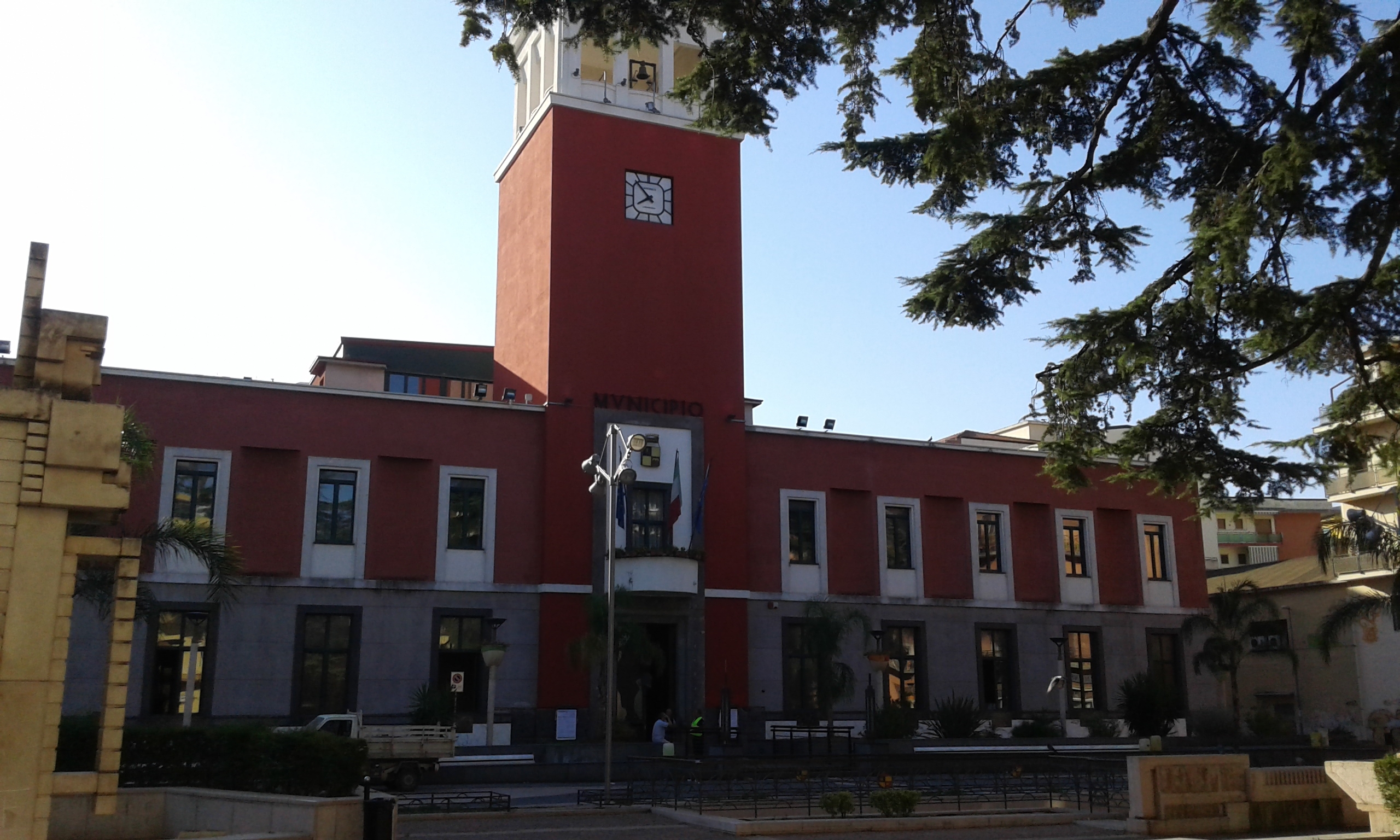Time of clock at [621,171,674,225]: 7:52
